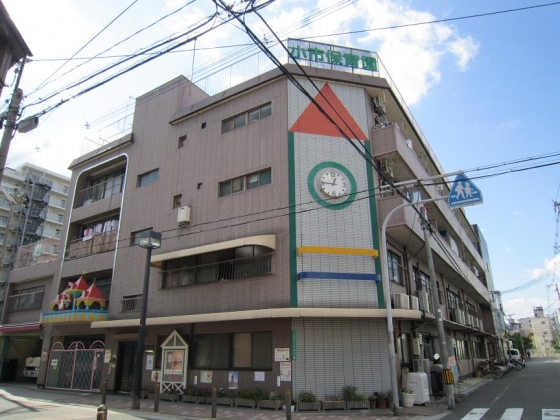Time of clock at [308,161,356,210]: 12:45
